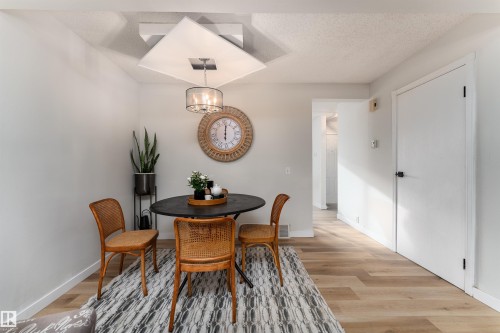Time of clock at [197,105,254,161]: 6:00
